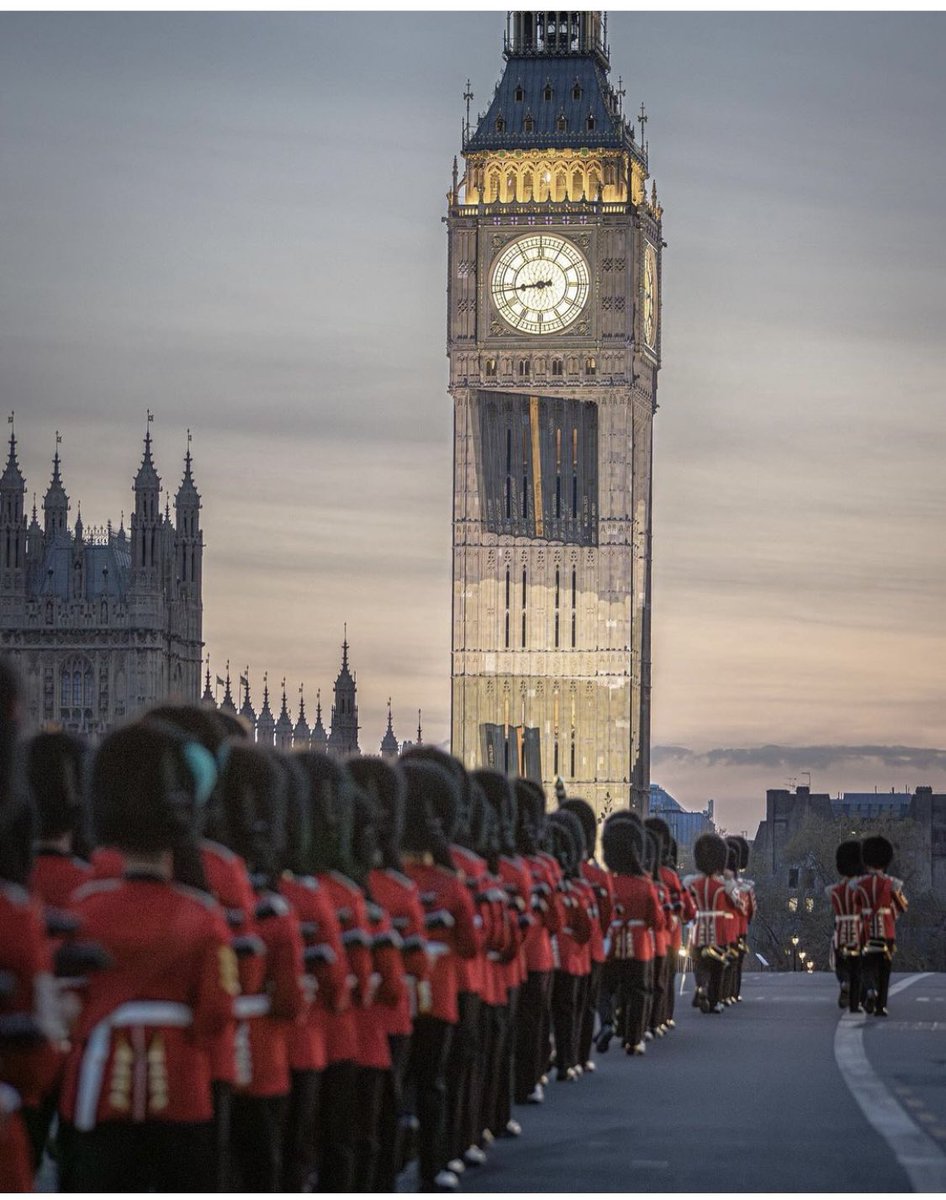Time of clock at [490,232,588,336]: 8:43
